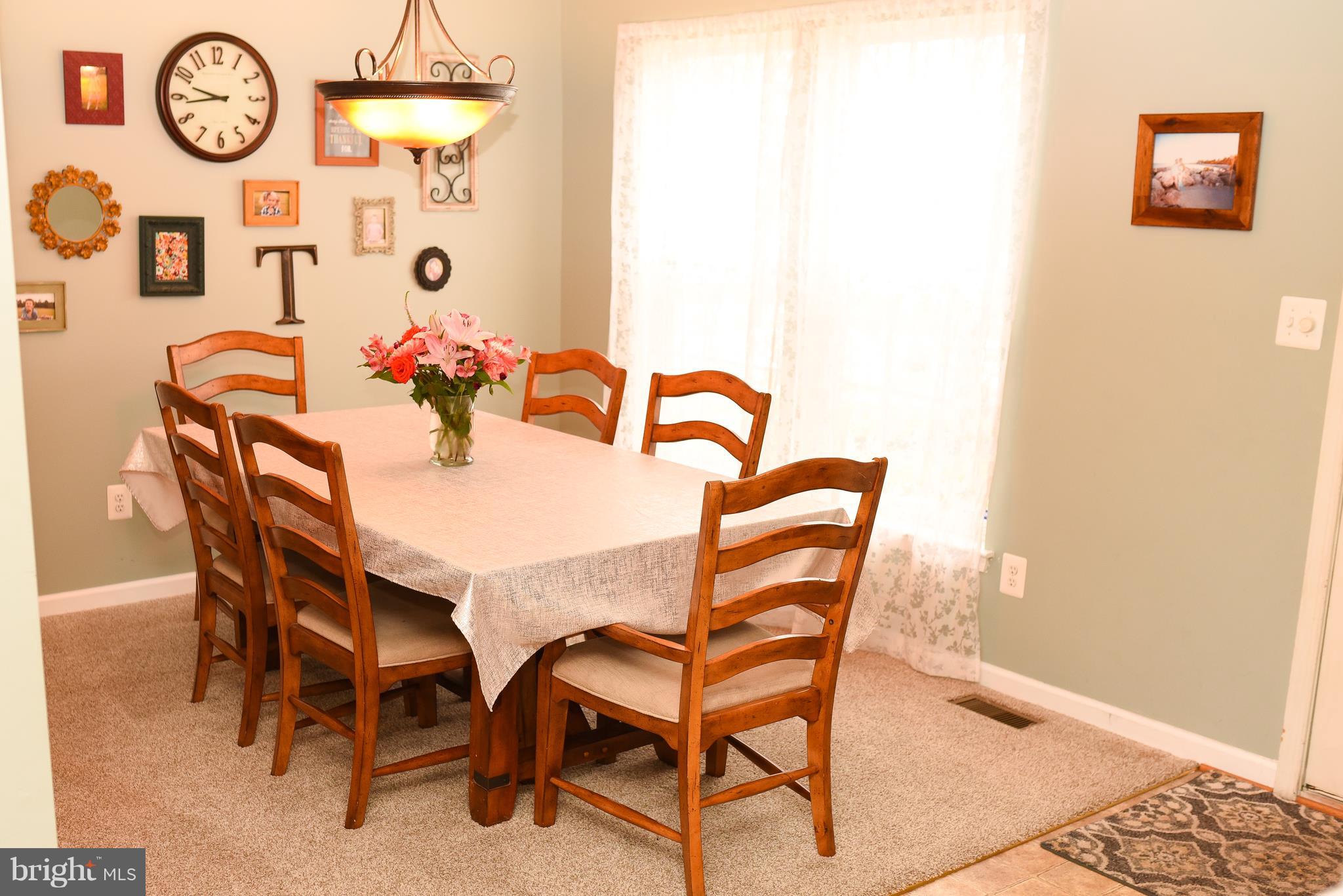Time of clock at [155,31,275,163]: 9:43
